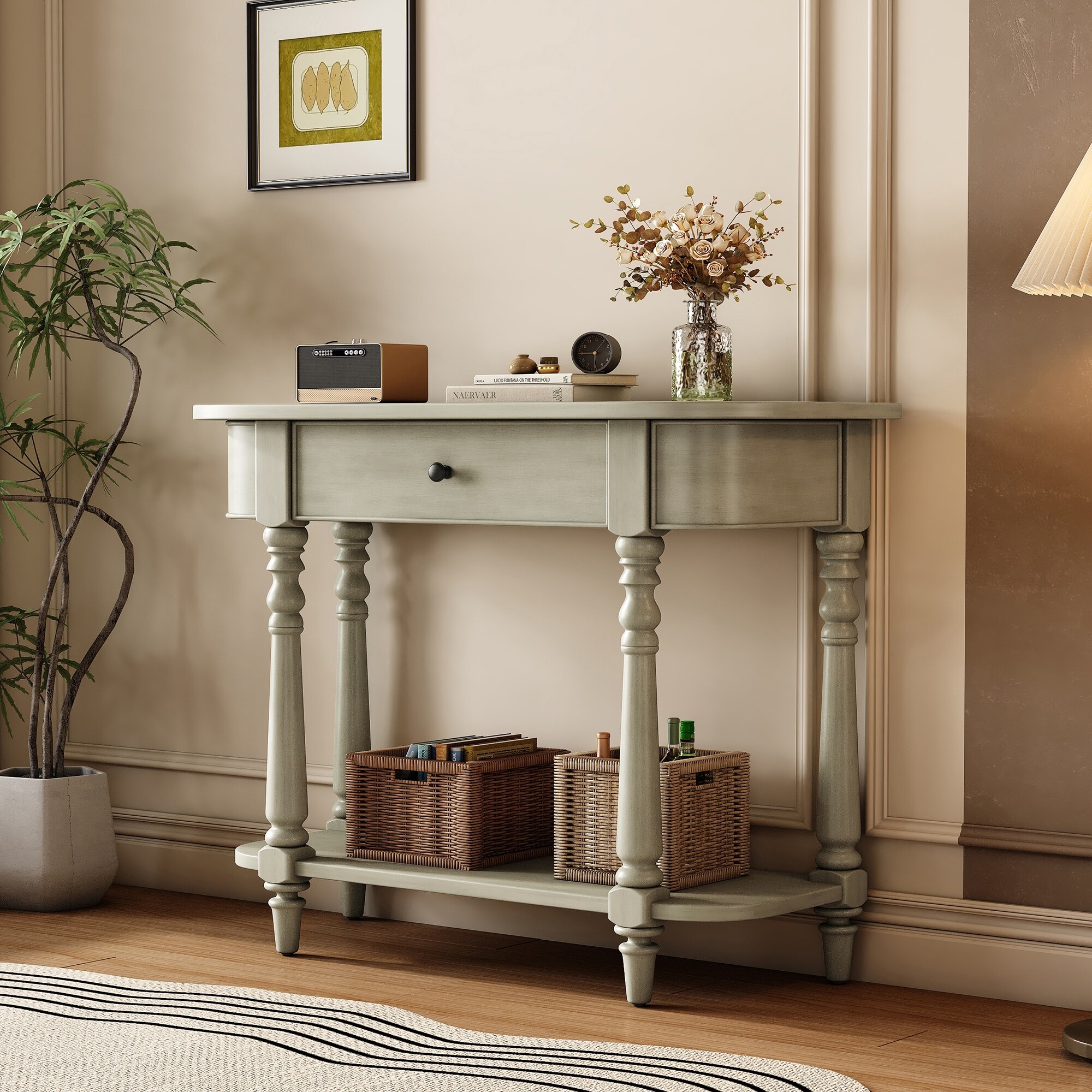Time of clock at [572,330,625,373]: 5:45
